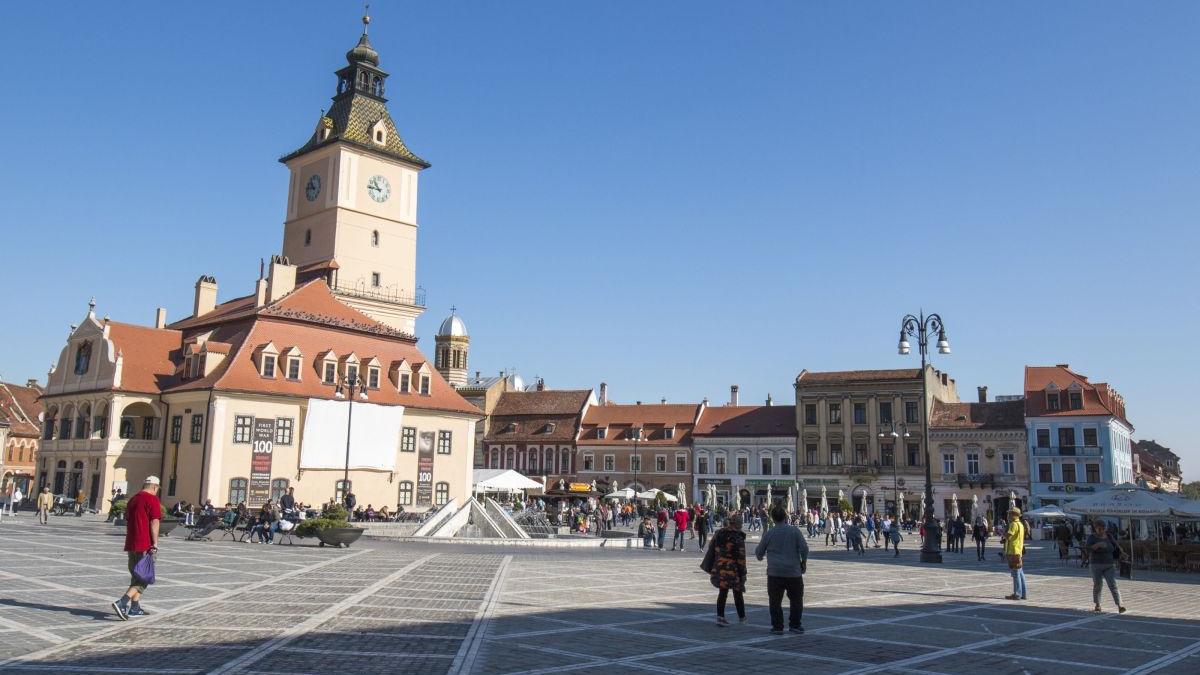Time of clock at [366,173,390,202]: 10:45
